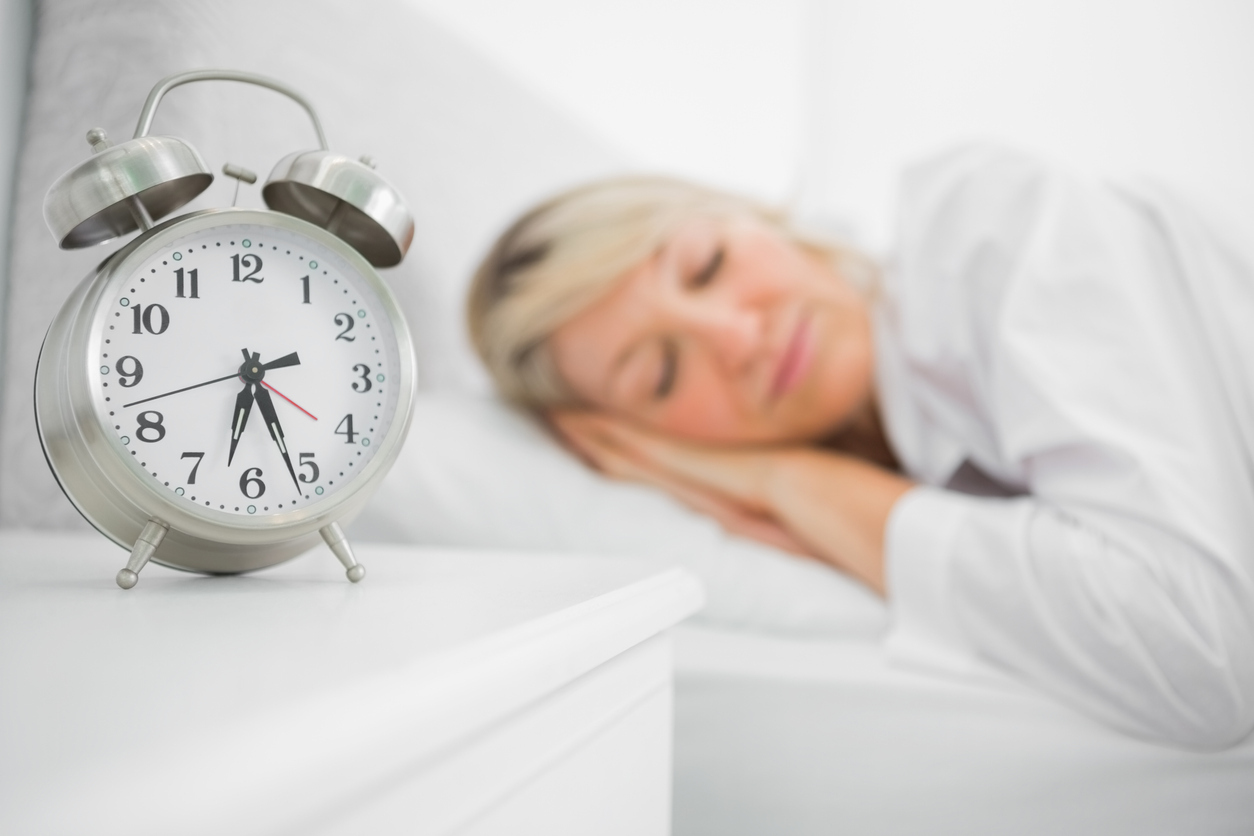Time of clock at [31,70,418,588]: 6:26
